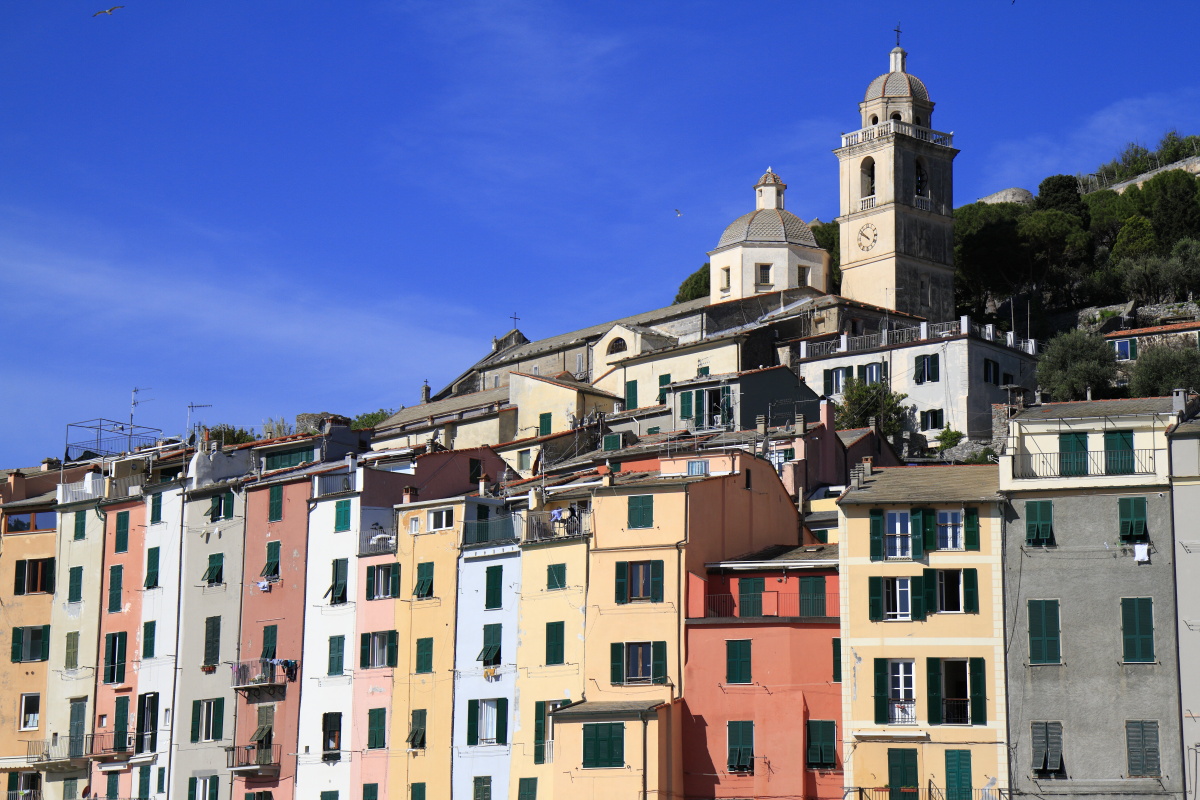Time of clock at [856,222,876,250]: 9:51
